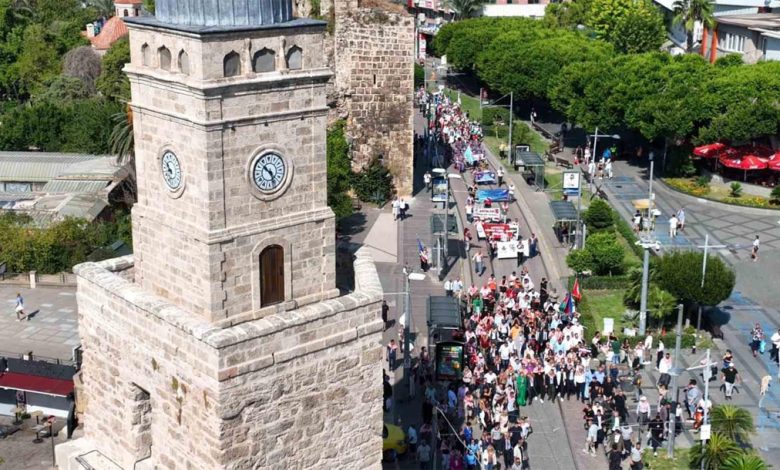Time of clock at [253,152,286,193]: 10:26
